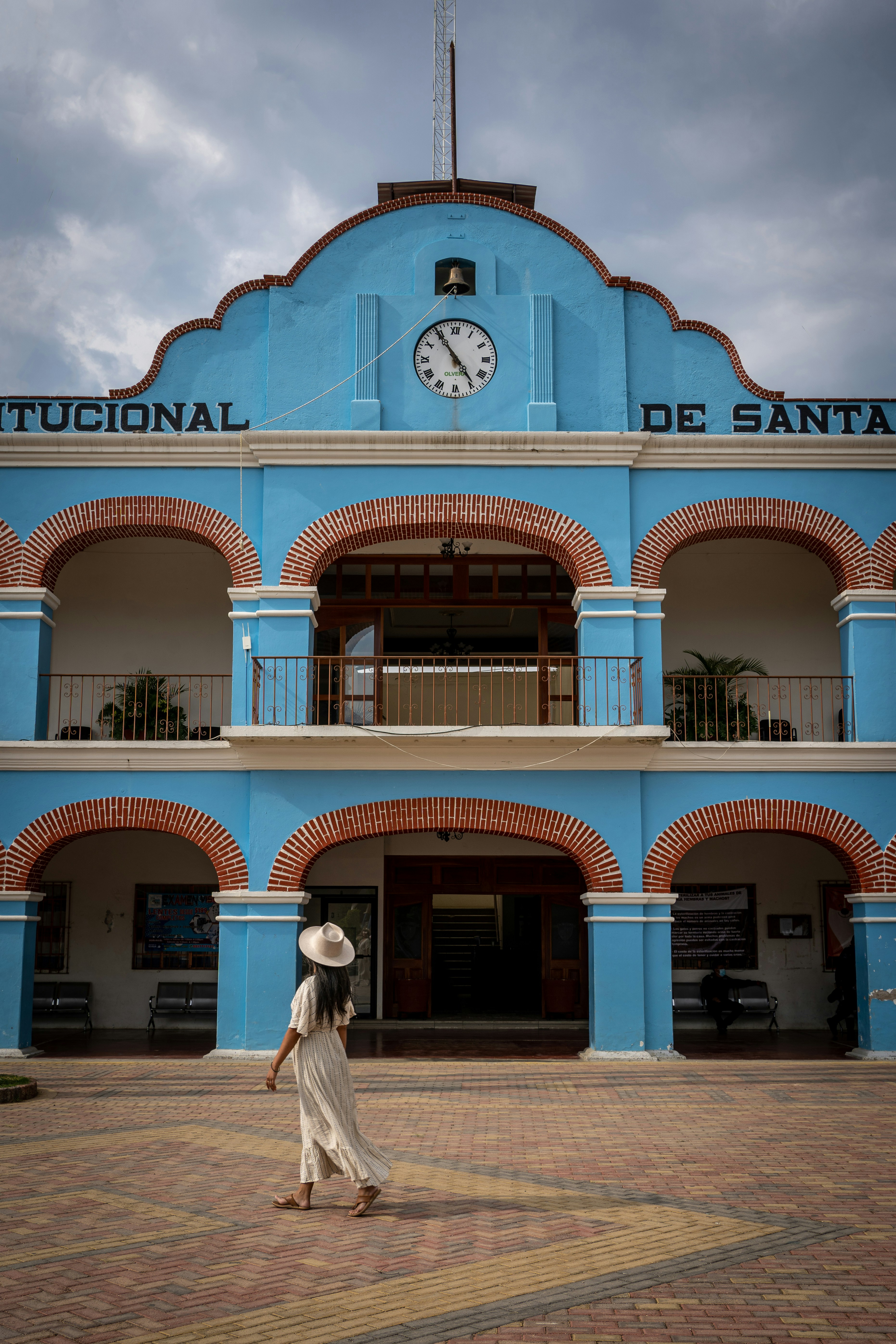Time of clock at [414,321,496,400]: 4:54
